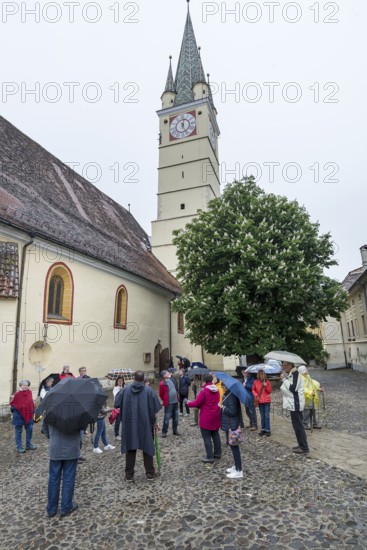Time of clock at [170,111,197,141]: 12:26
